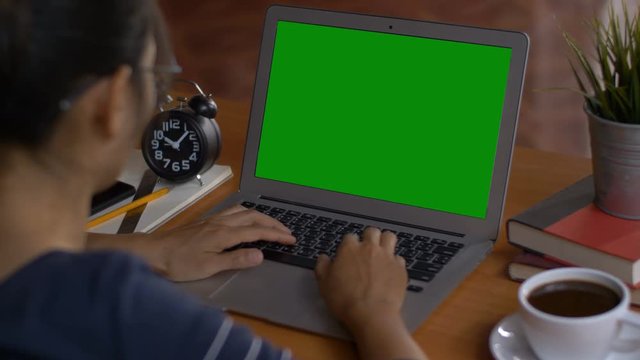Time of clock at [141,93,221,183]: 10:07
